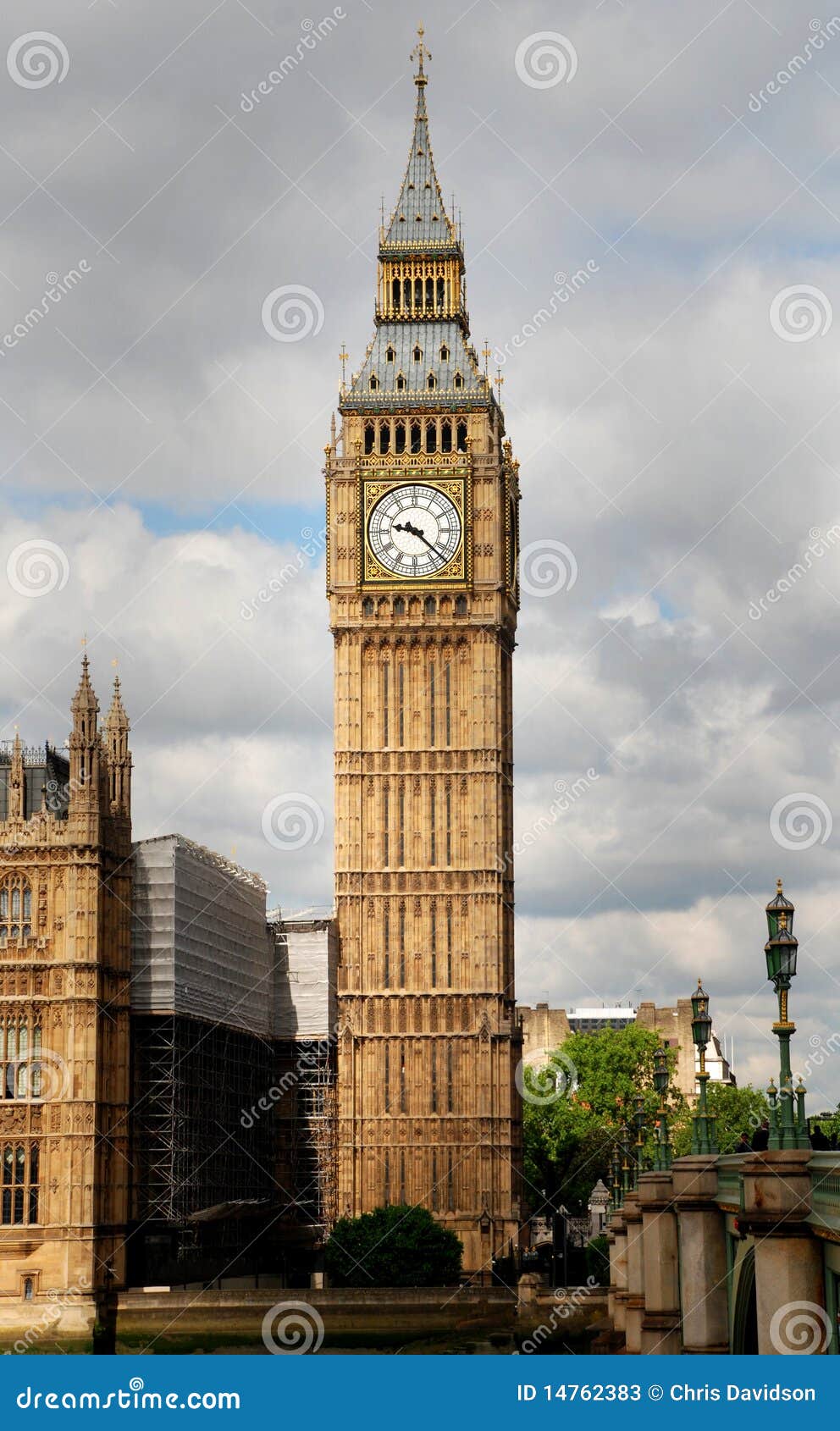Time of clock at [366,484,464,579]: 9:22
